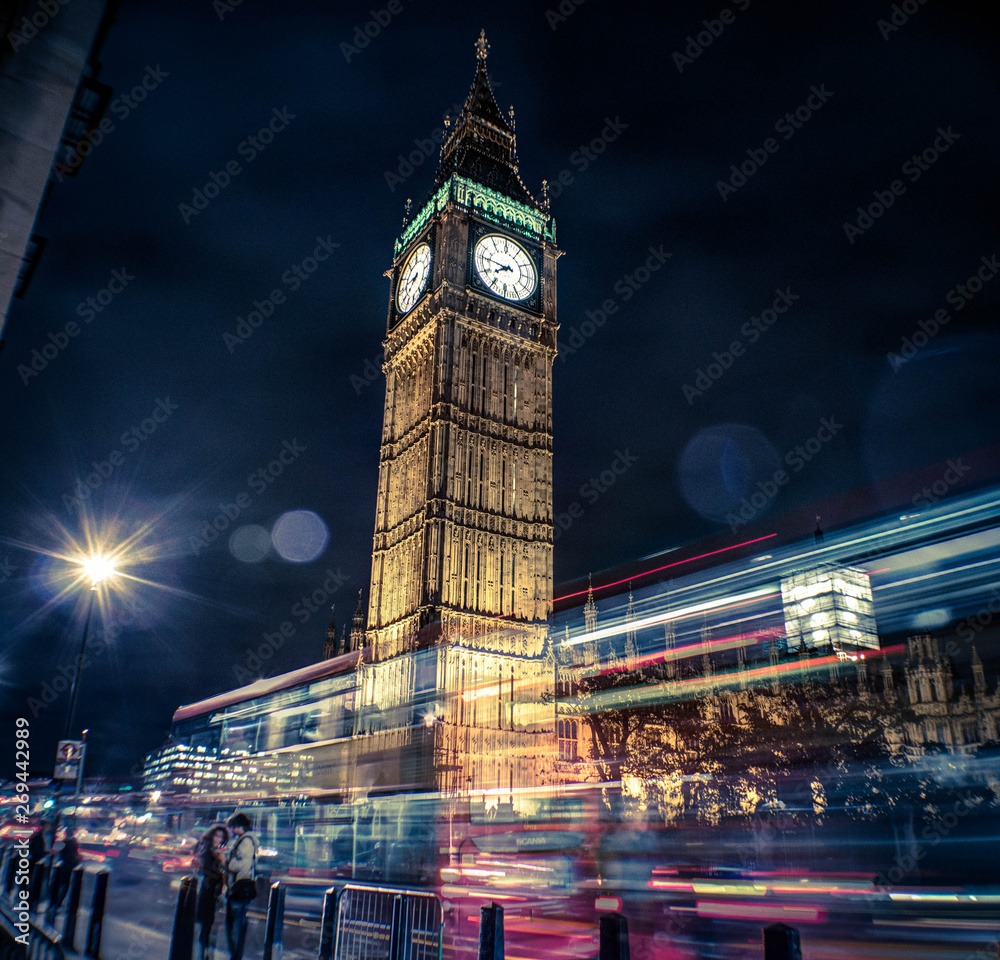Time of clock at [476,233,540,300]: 7:46
